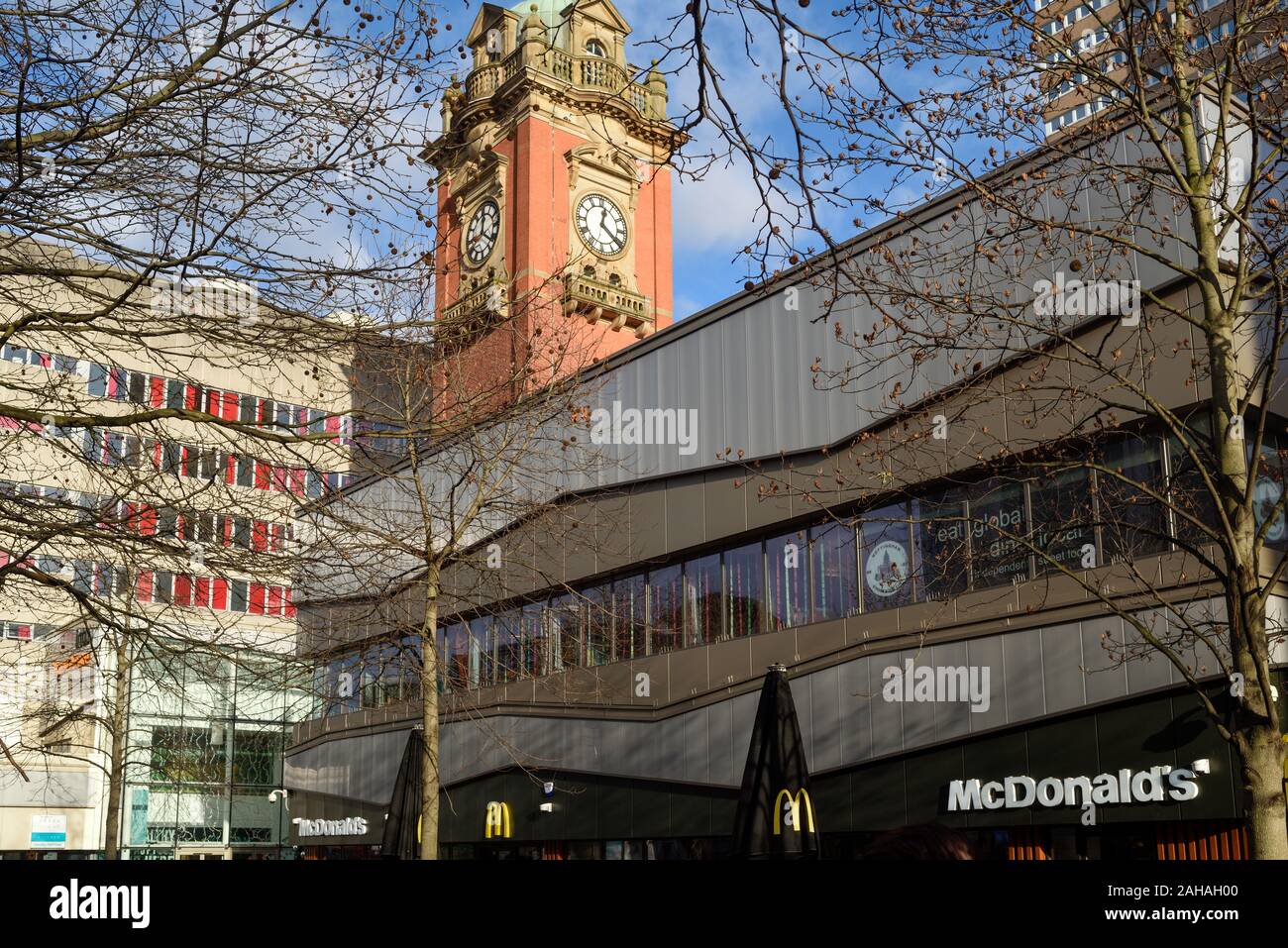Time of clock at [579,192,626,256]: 12:21
